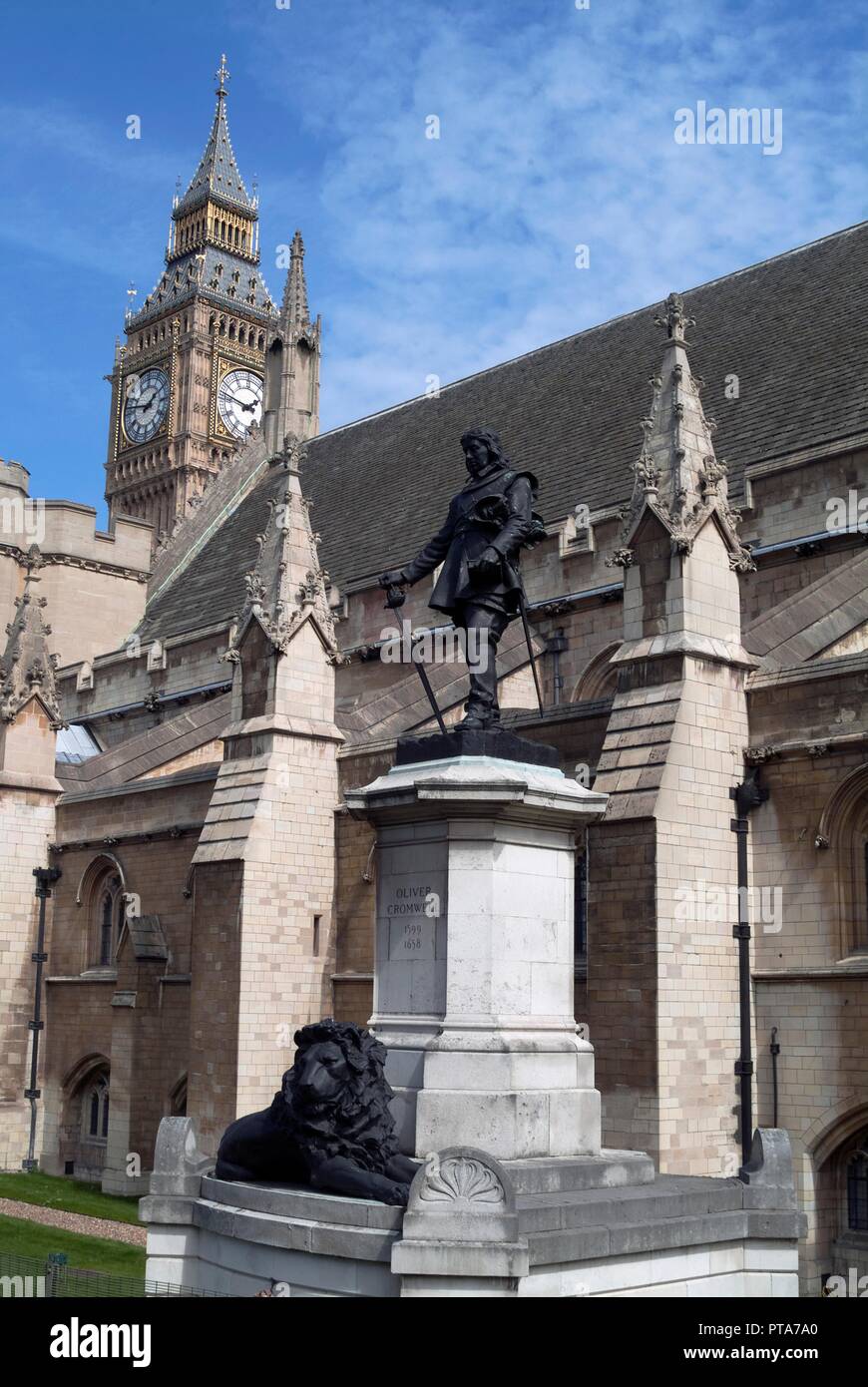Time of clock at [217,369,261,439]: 1:47
